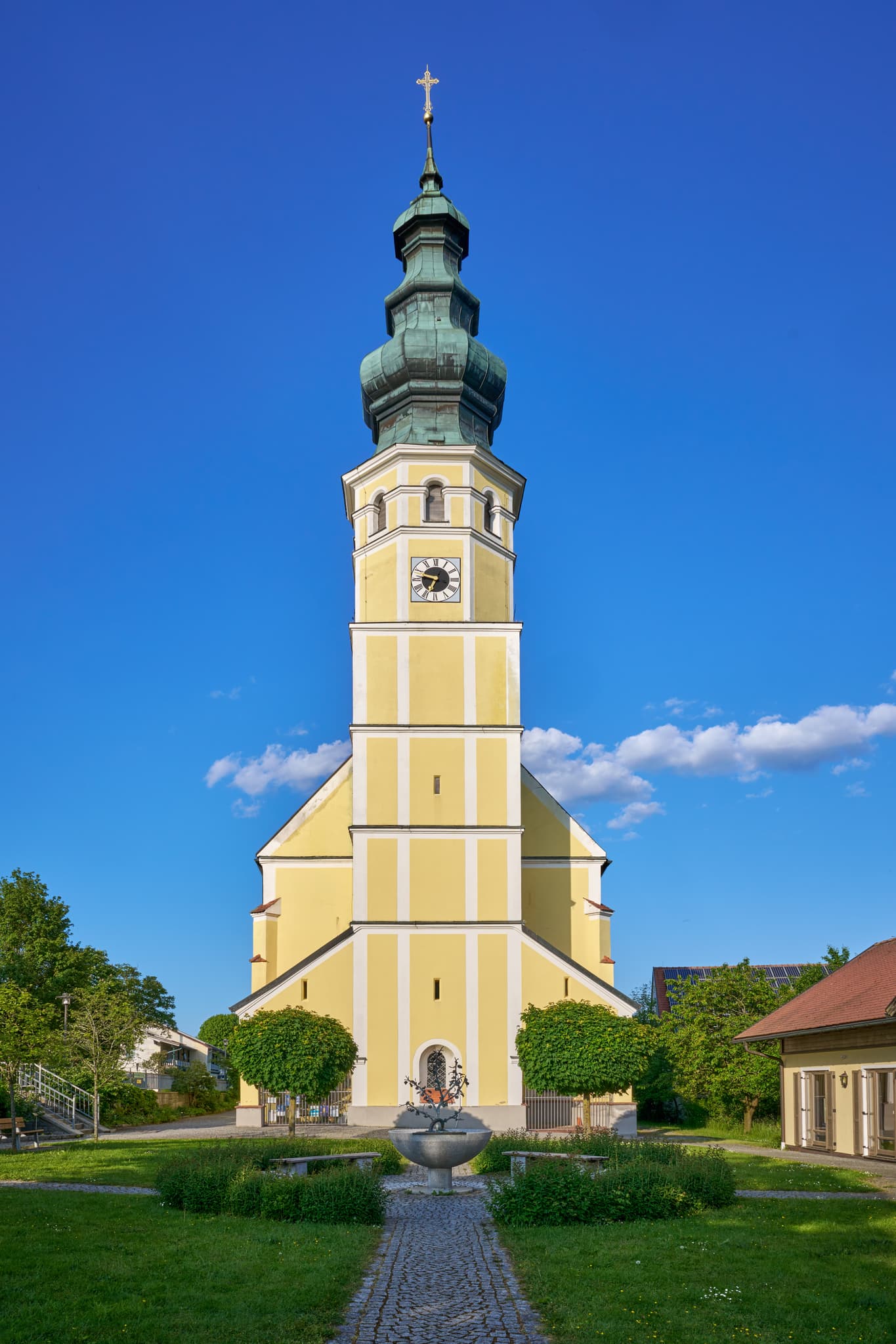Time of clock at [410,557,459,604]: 6:47
